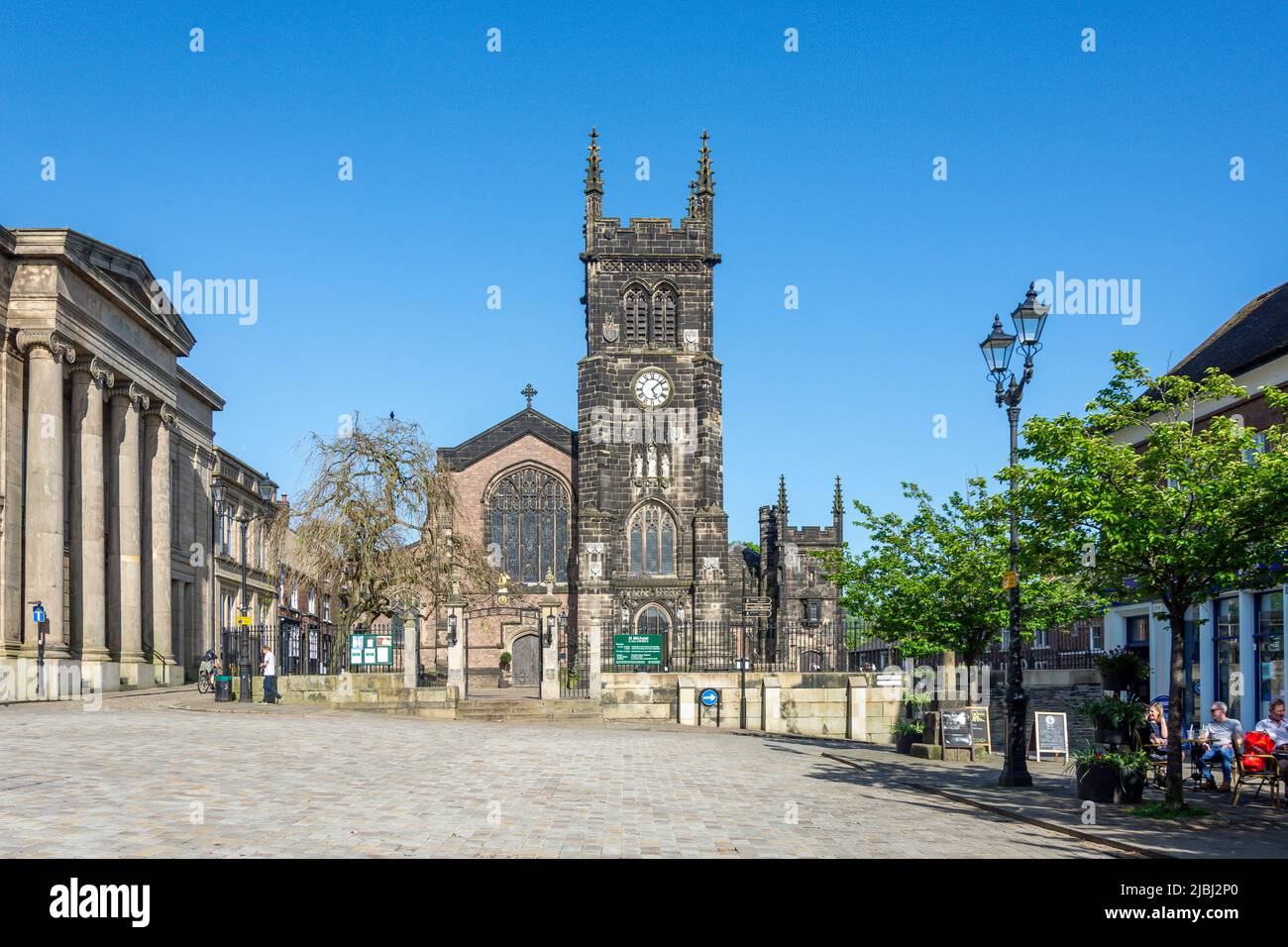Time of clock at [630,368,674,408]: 5:08
